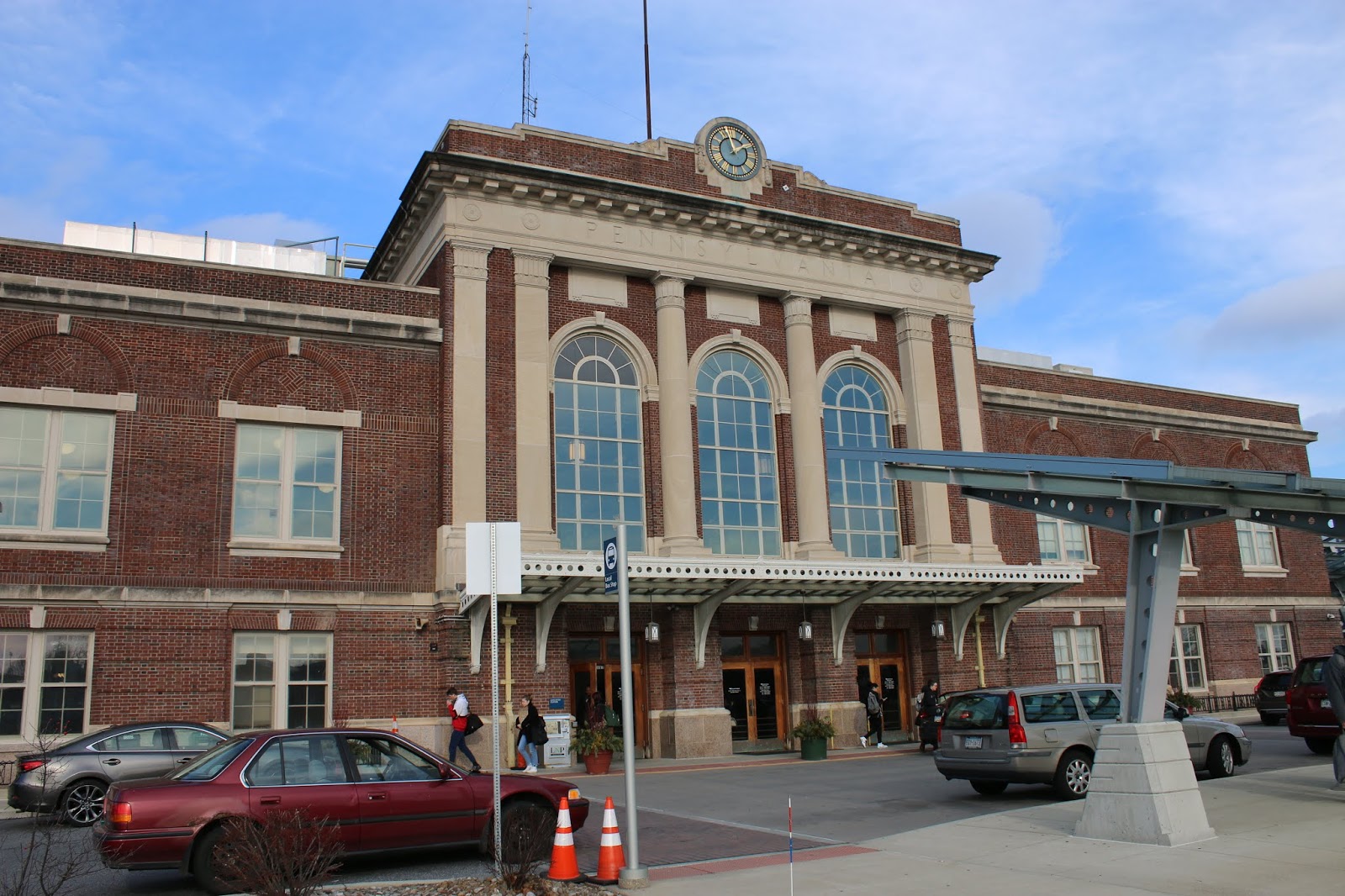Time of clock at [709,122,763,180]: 1:57
